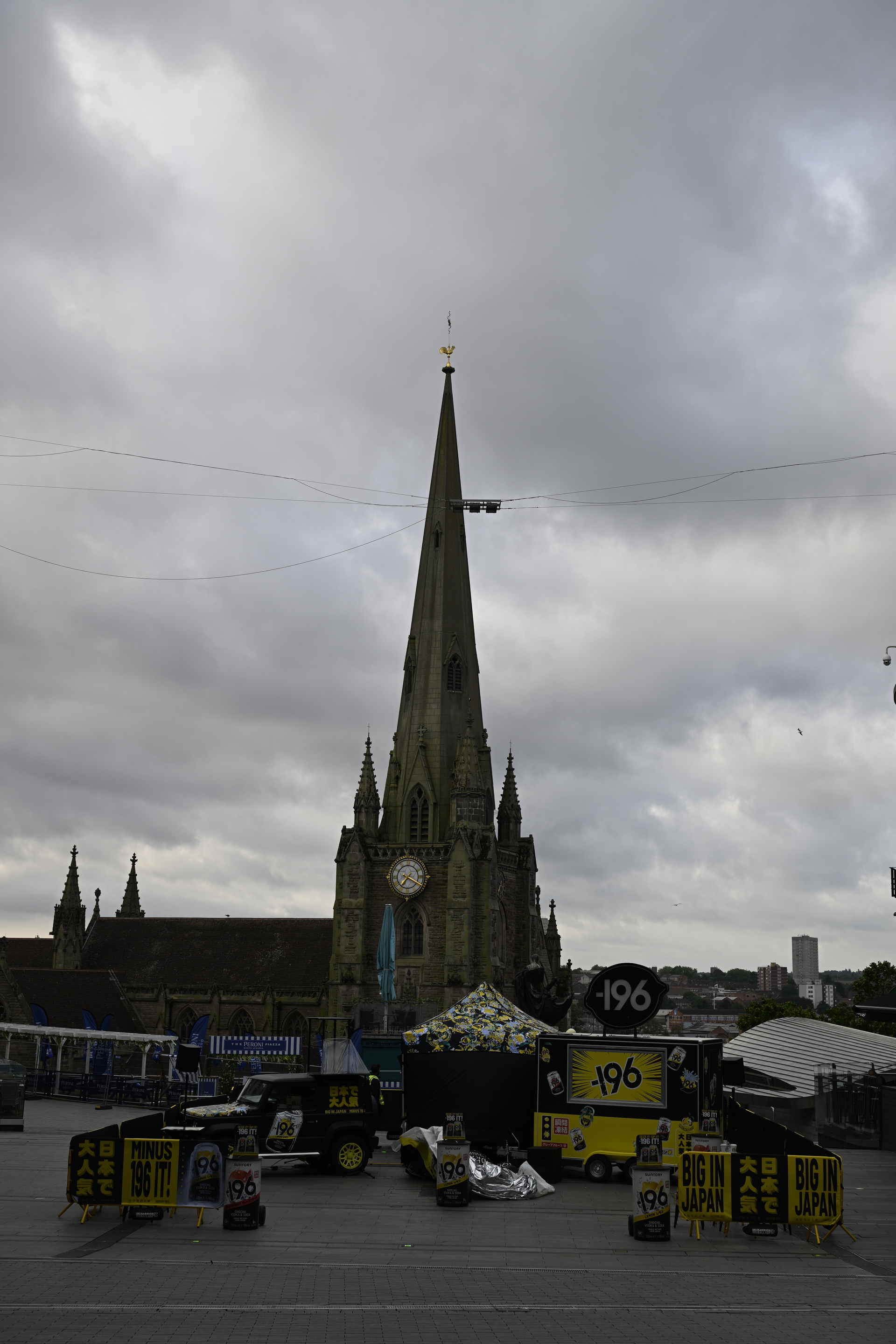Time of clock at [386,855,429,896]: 7:19
